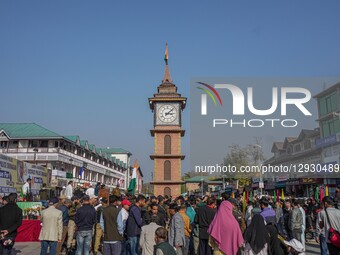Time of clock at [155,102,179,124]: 3:07
